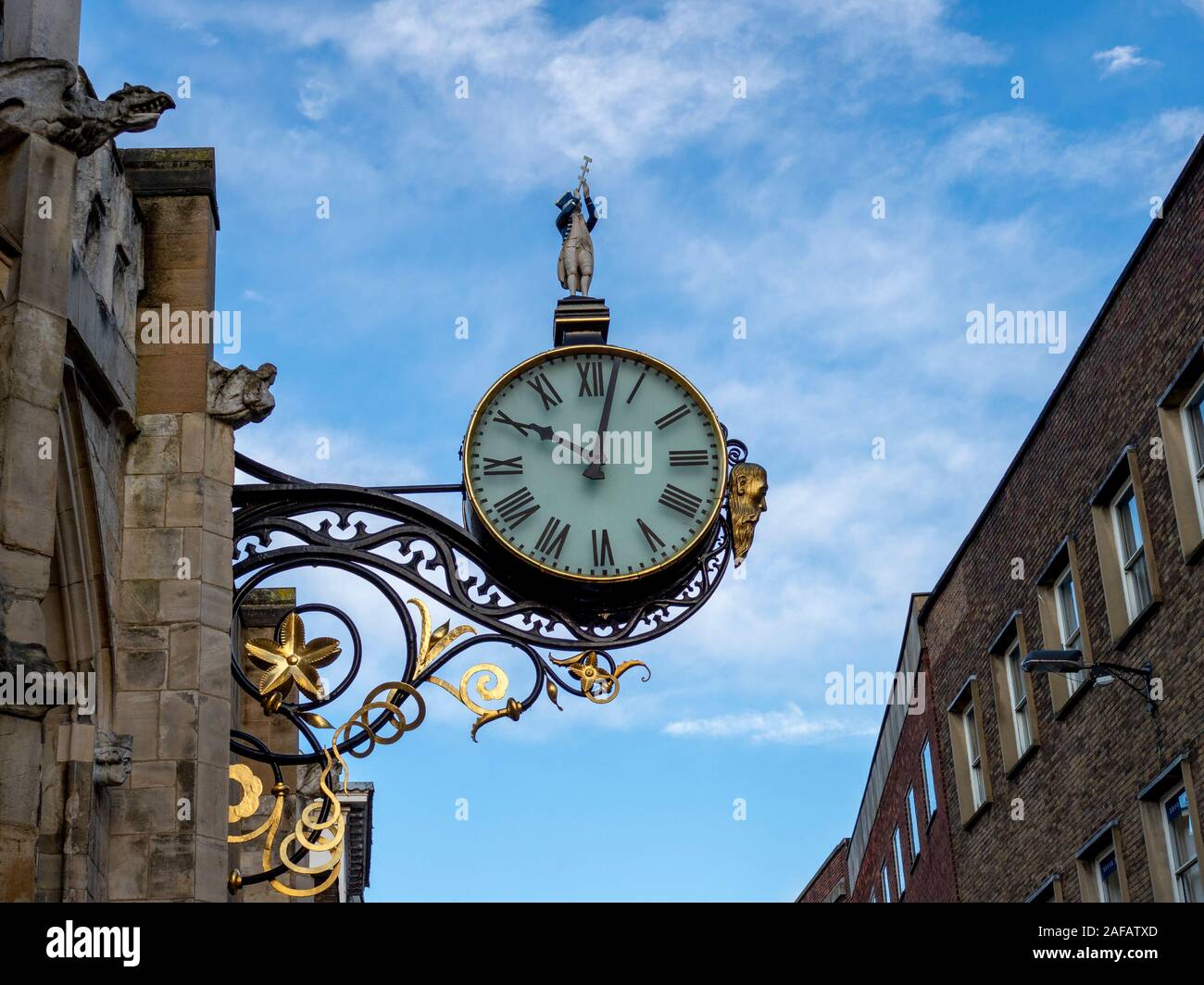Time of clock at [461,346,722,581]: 10:02
